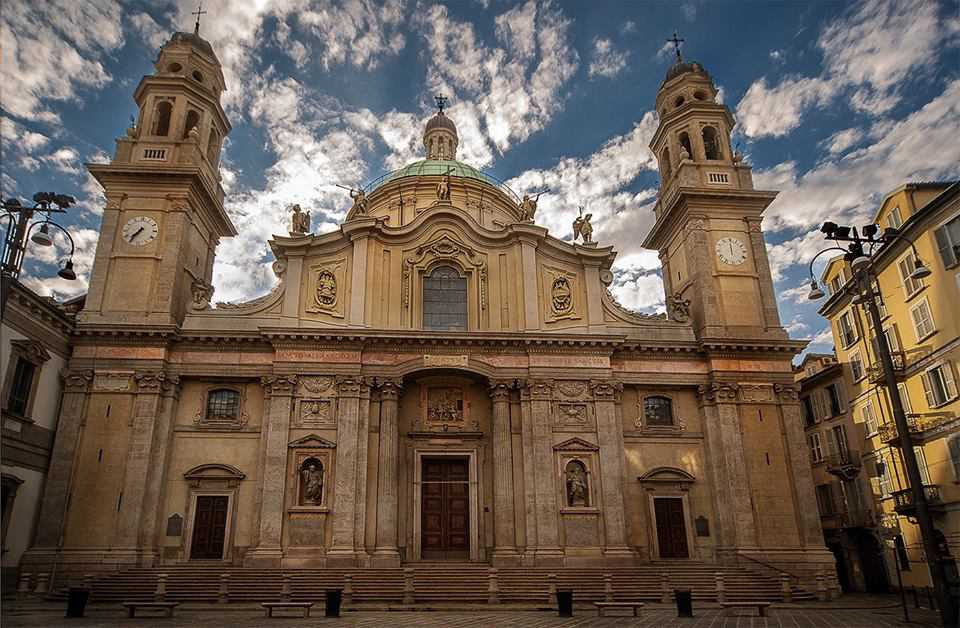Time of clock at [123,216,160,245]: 7:36
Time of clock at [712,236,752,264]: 12:00
